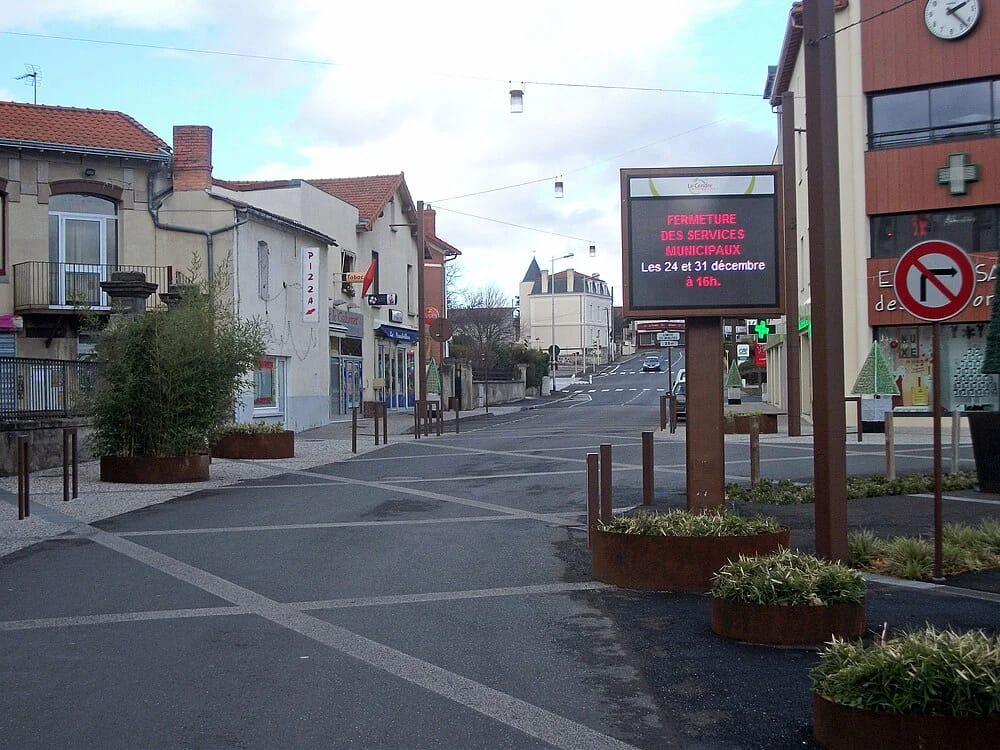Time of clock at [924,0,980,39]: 2:22
